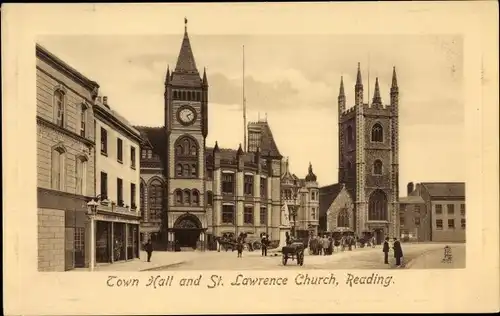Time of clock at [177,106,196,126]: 2:24
